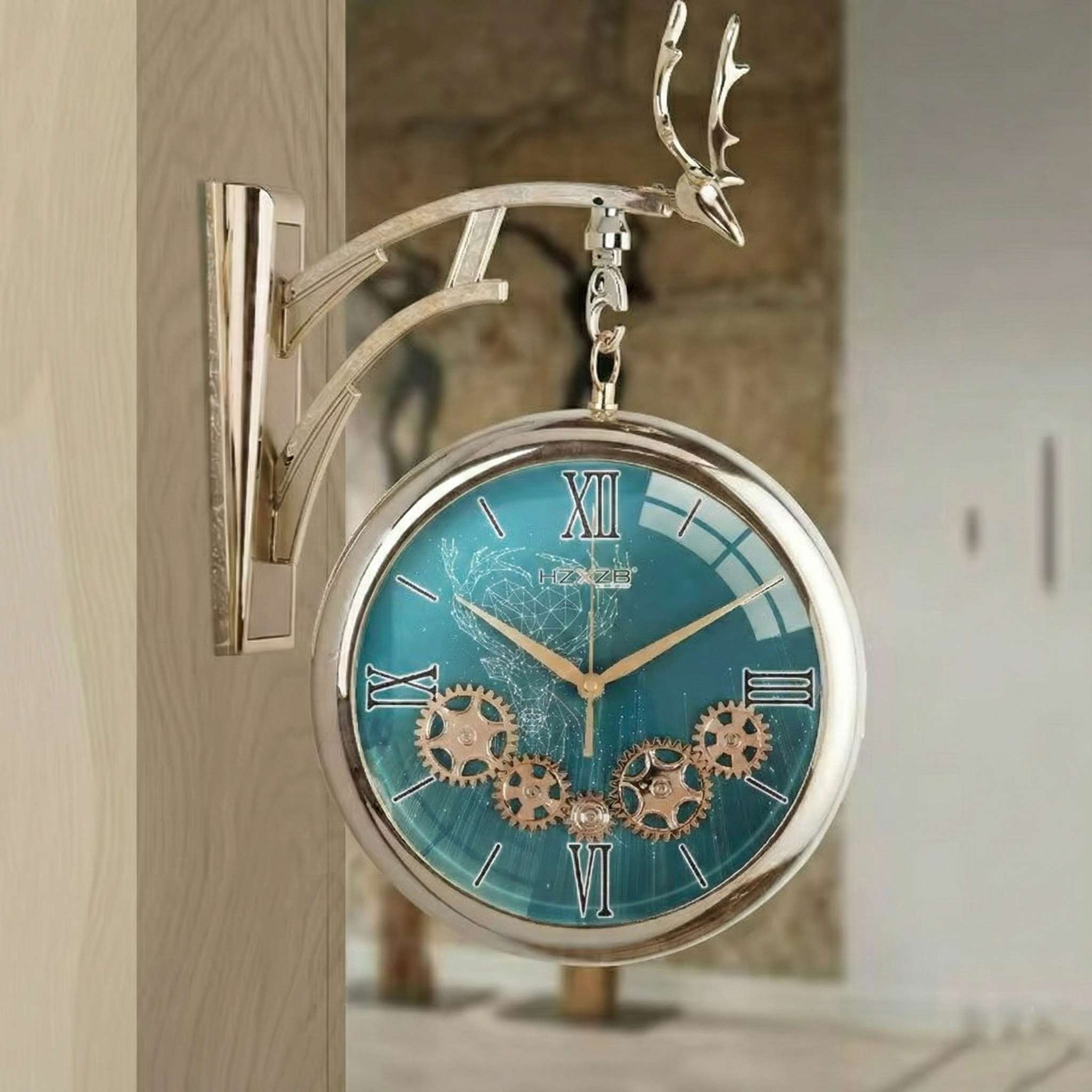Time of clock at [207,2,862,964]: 1:50
